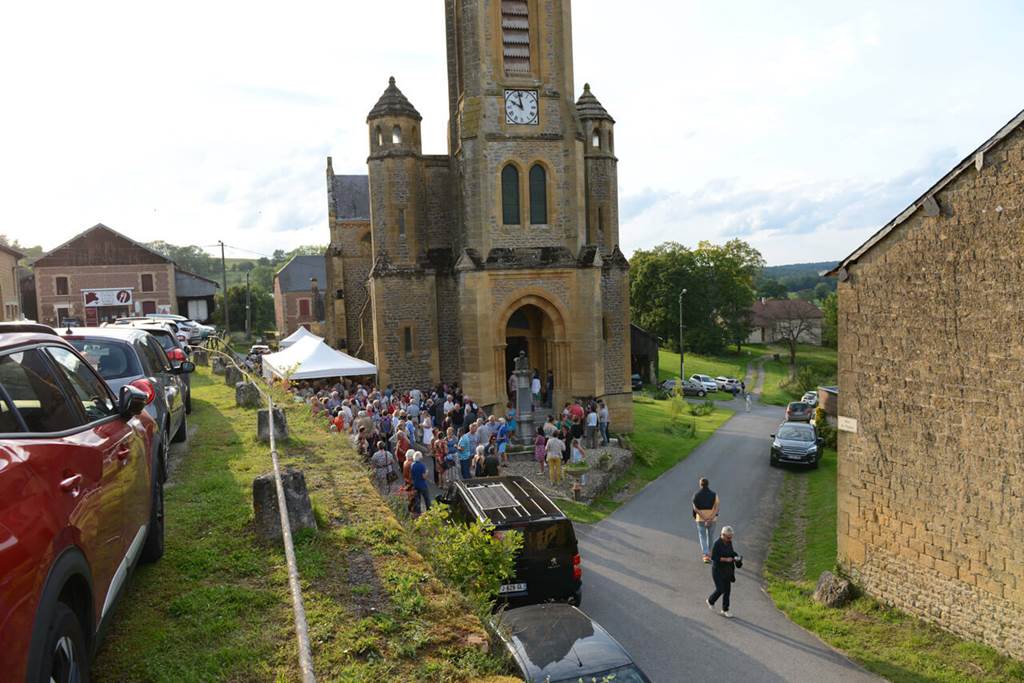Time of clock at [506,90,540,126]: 9:57
